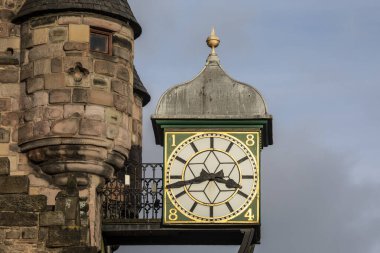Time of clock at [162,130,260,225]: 3:42
